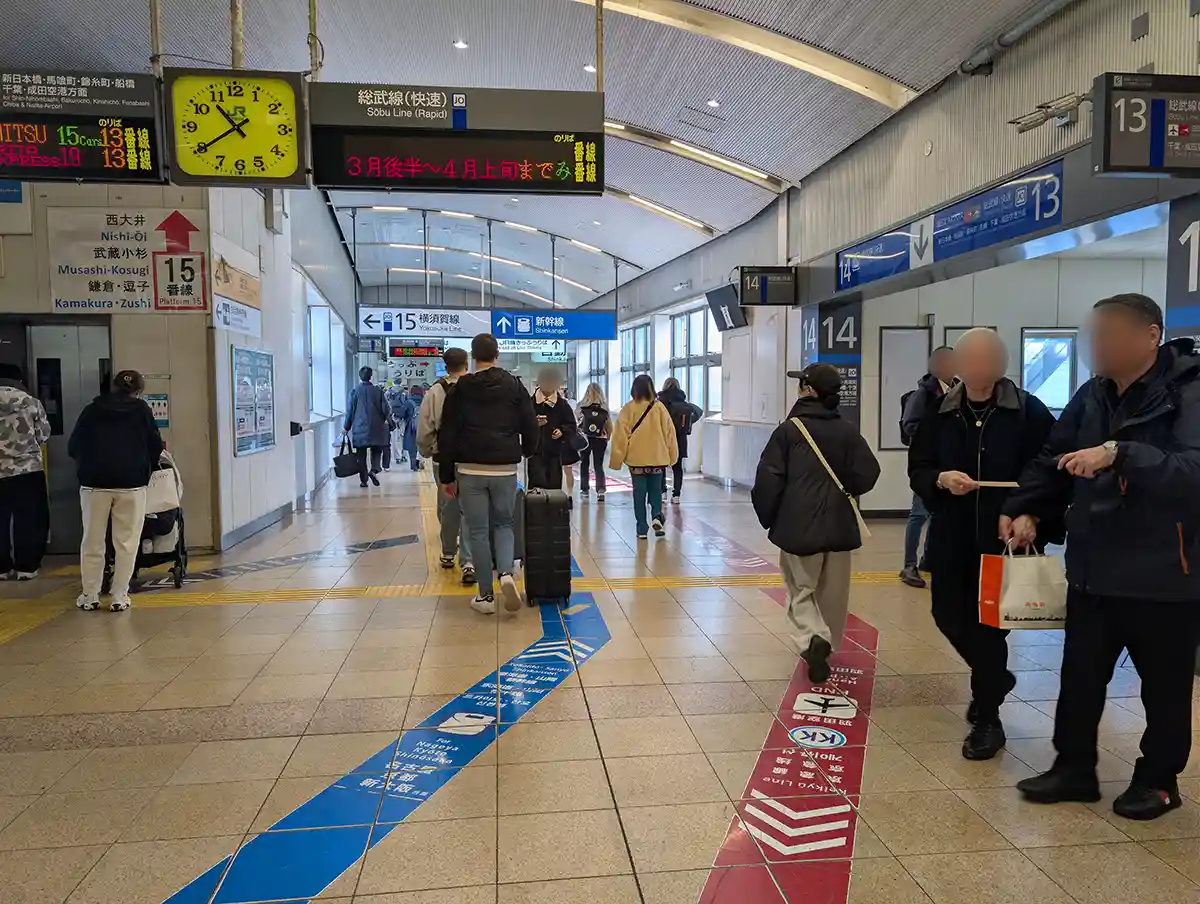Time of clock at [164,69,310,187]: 10:39
